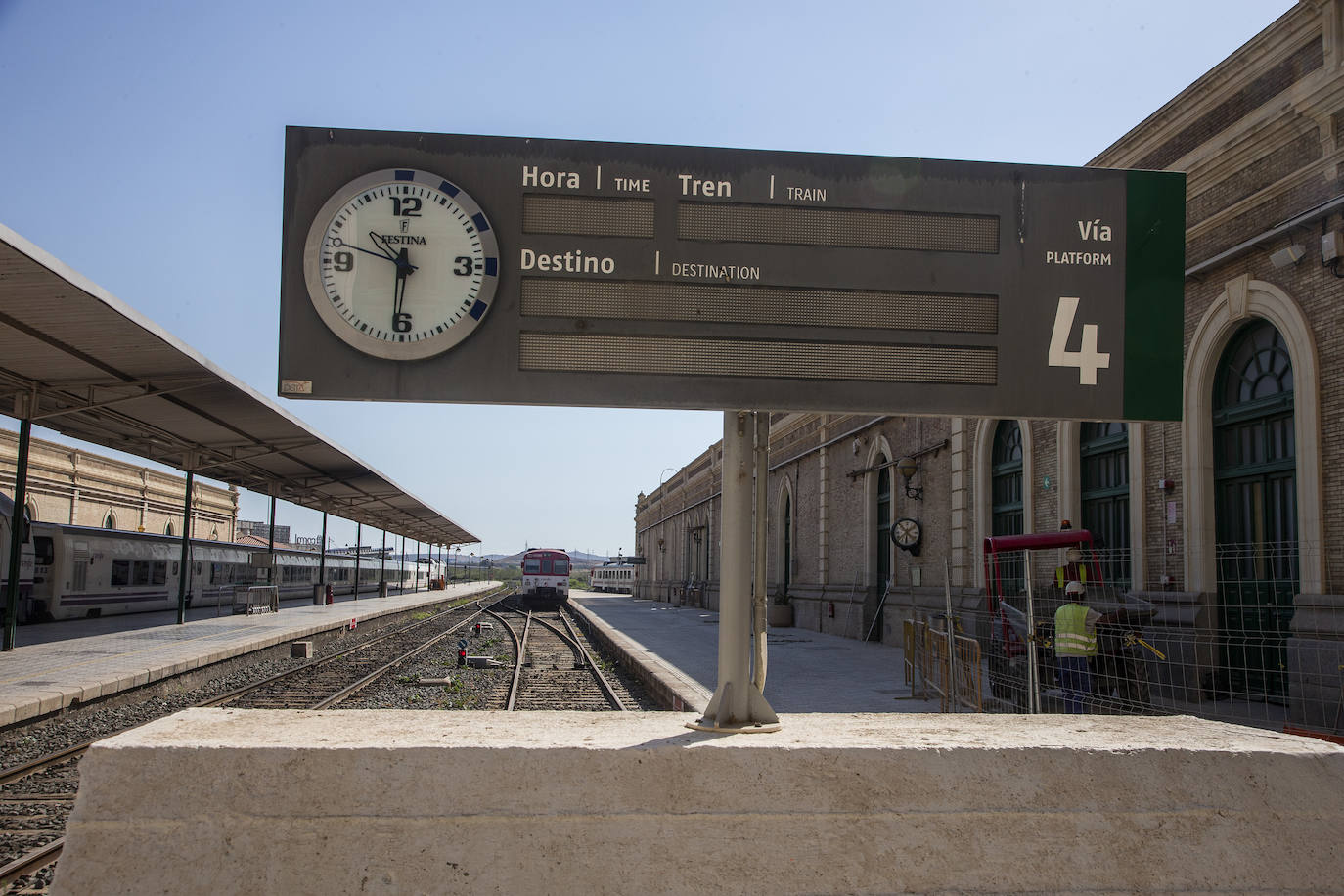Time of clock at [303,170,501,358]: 10:31
